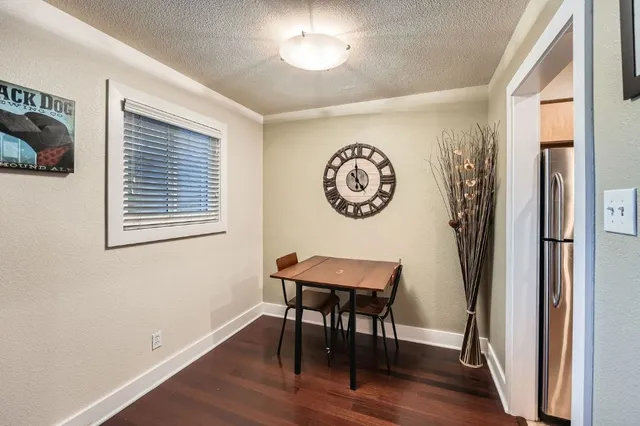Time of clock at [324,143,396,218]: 4:59
